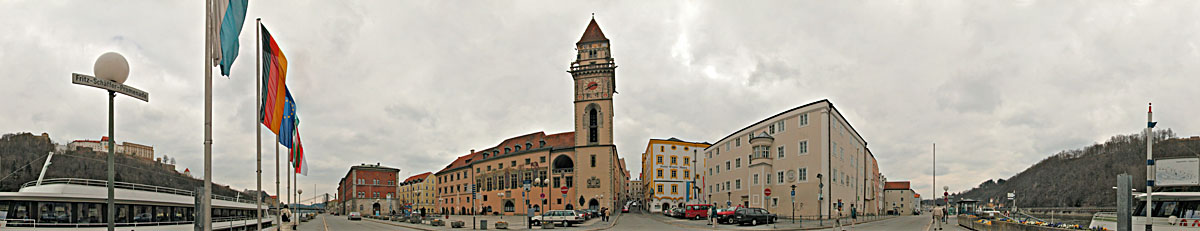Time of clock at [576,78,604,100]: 2:40
